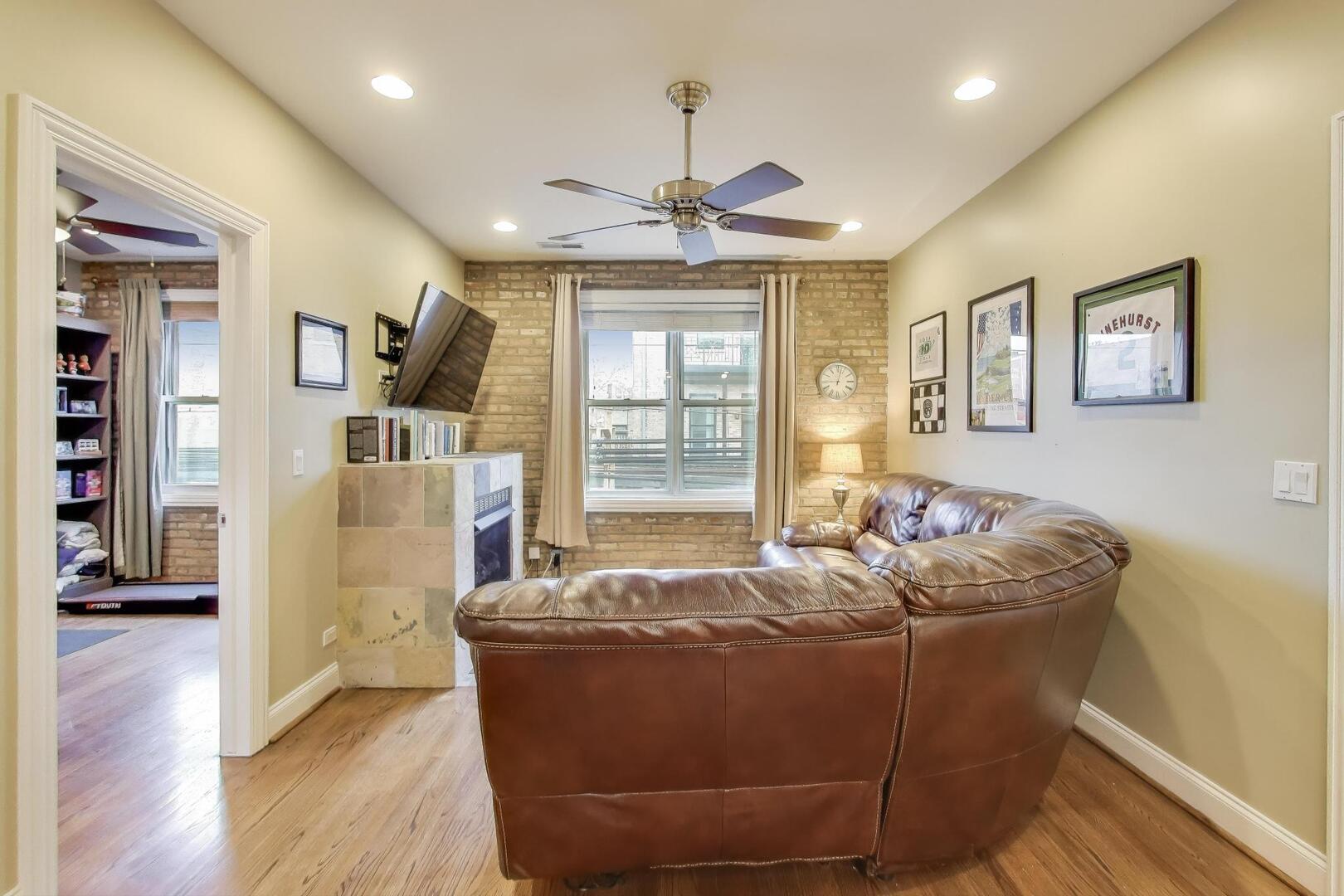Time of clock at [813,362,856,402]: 9:02
